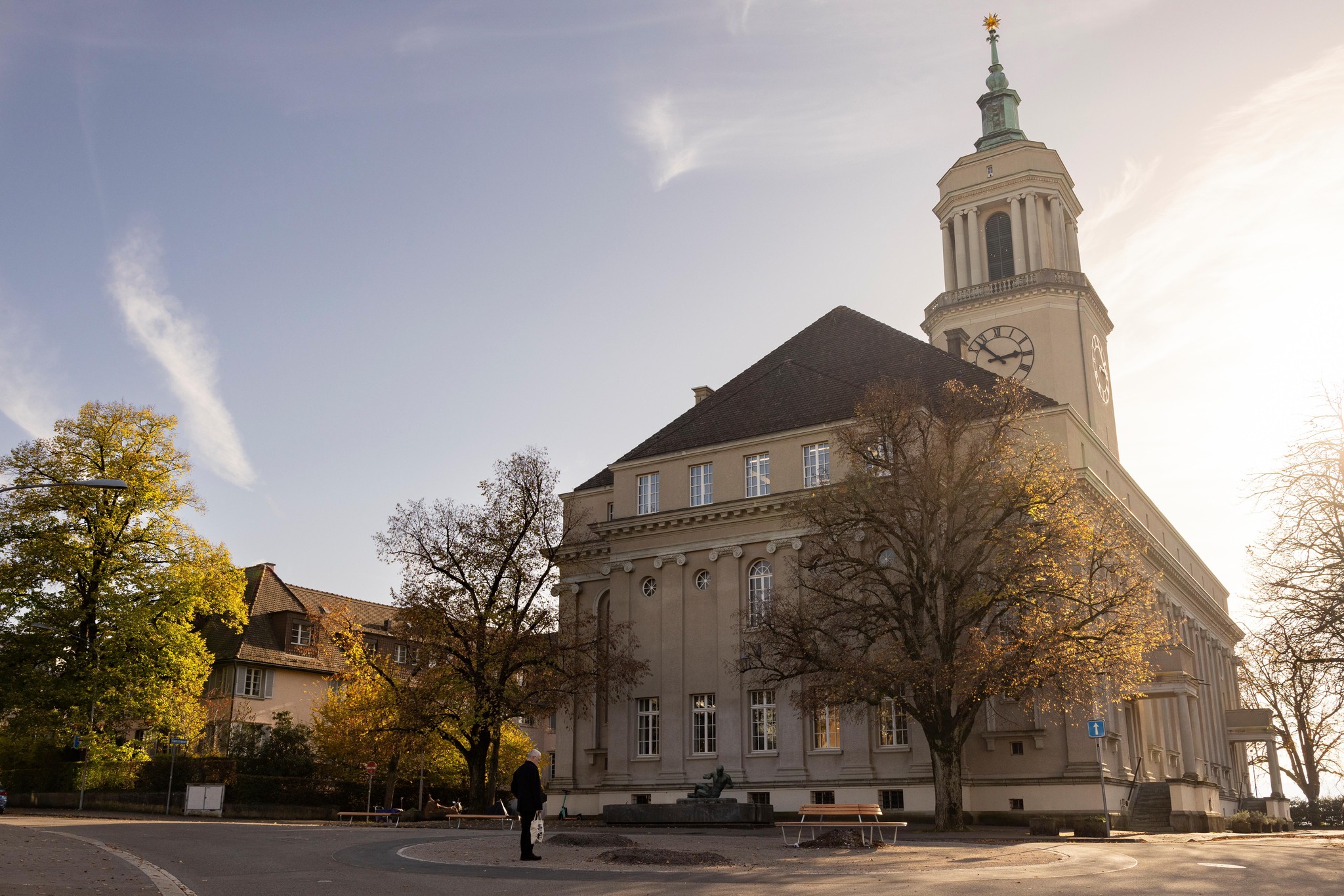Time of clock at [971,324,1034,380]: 2:52
